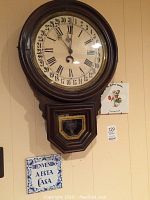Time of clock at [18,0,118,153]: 11:00
